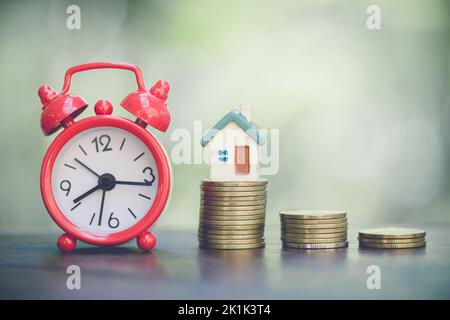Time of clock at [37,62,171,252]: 8:16
